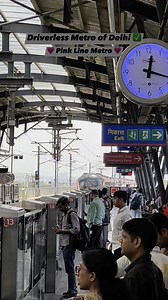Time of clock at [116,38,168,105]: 12:18
